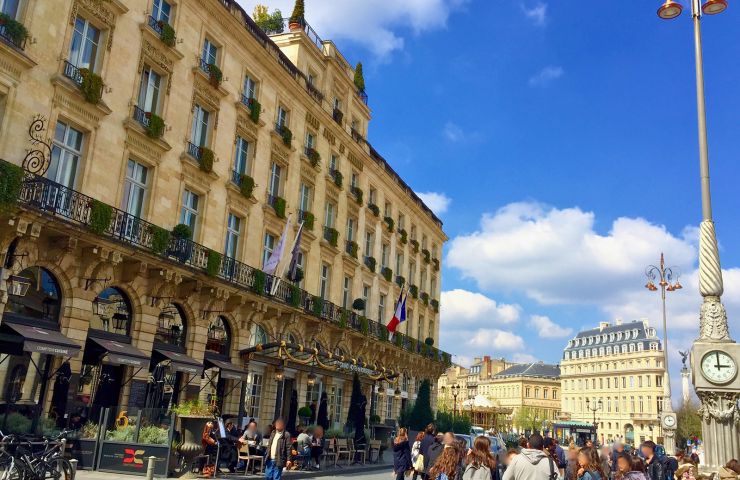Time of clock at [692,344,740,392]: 2:59
